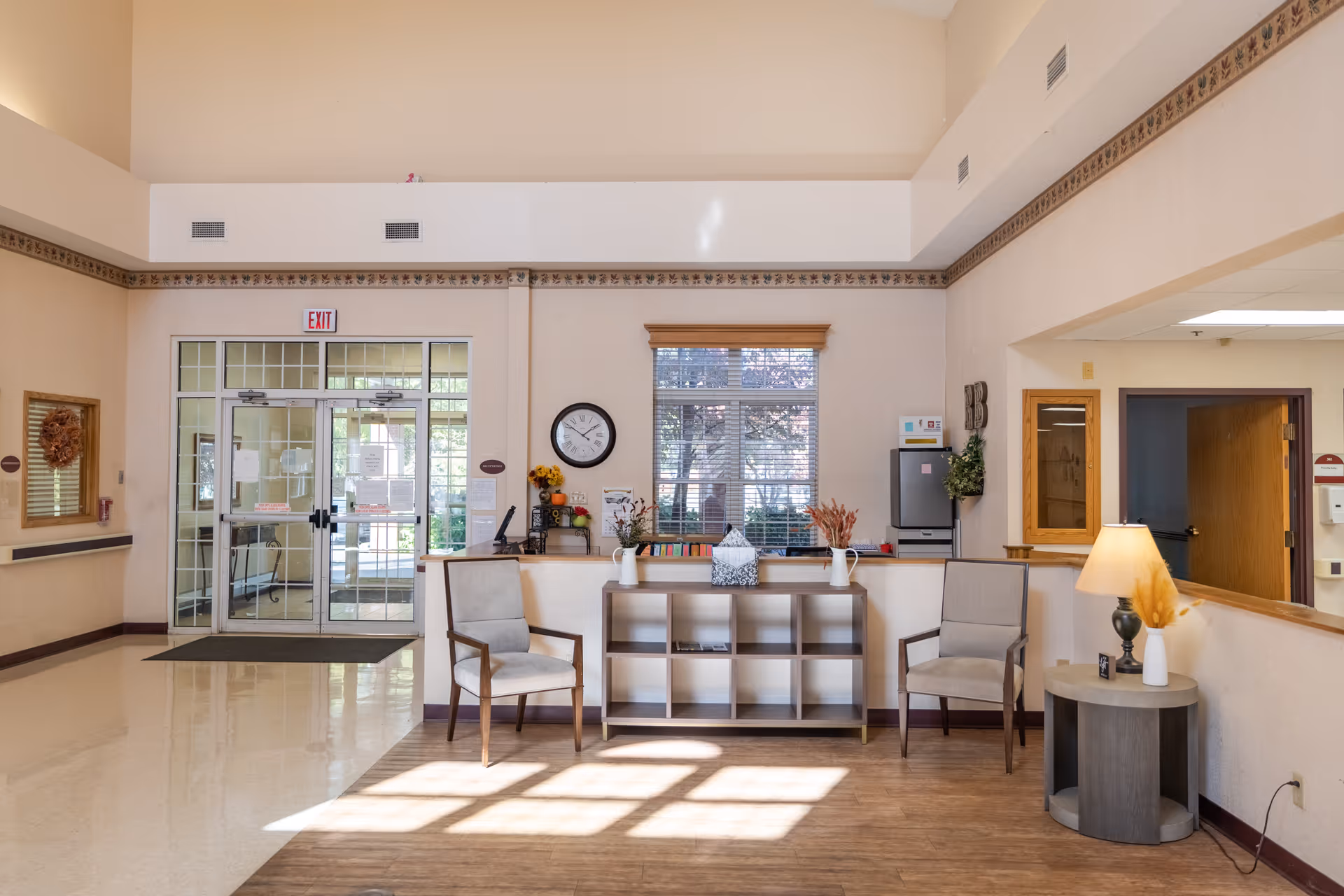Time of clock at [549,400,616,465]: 1:50
